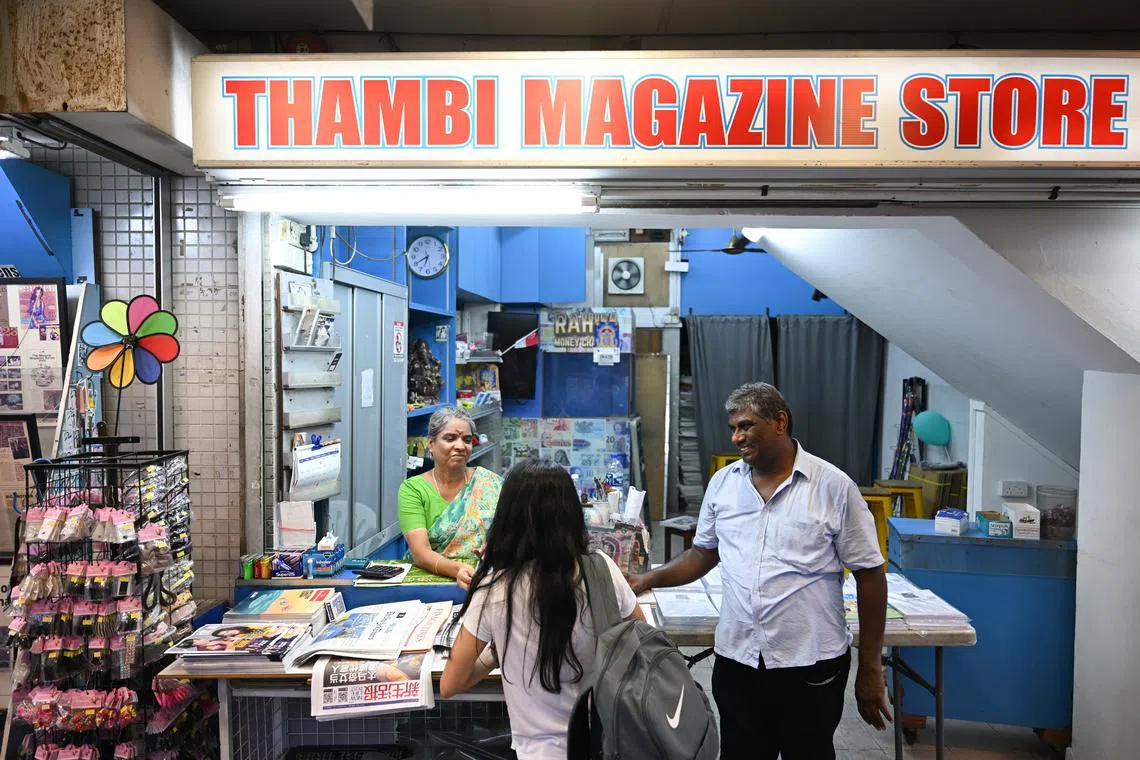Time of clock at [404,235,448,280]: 6:40
